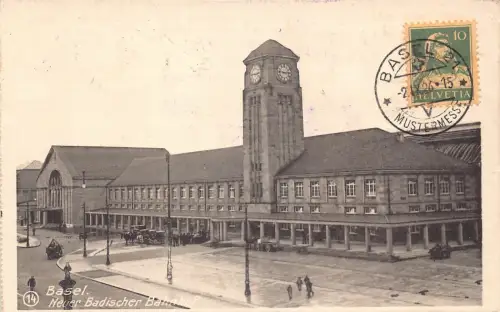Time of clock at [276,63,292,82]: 2:46
